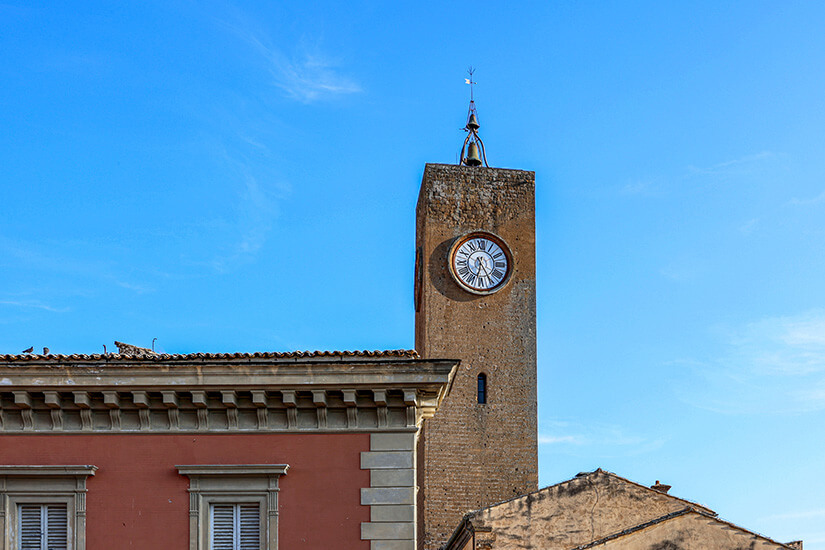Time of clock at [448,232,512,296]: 6:25
